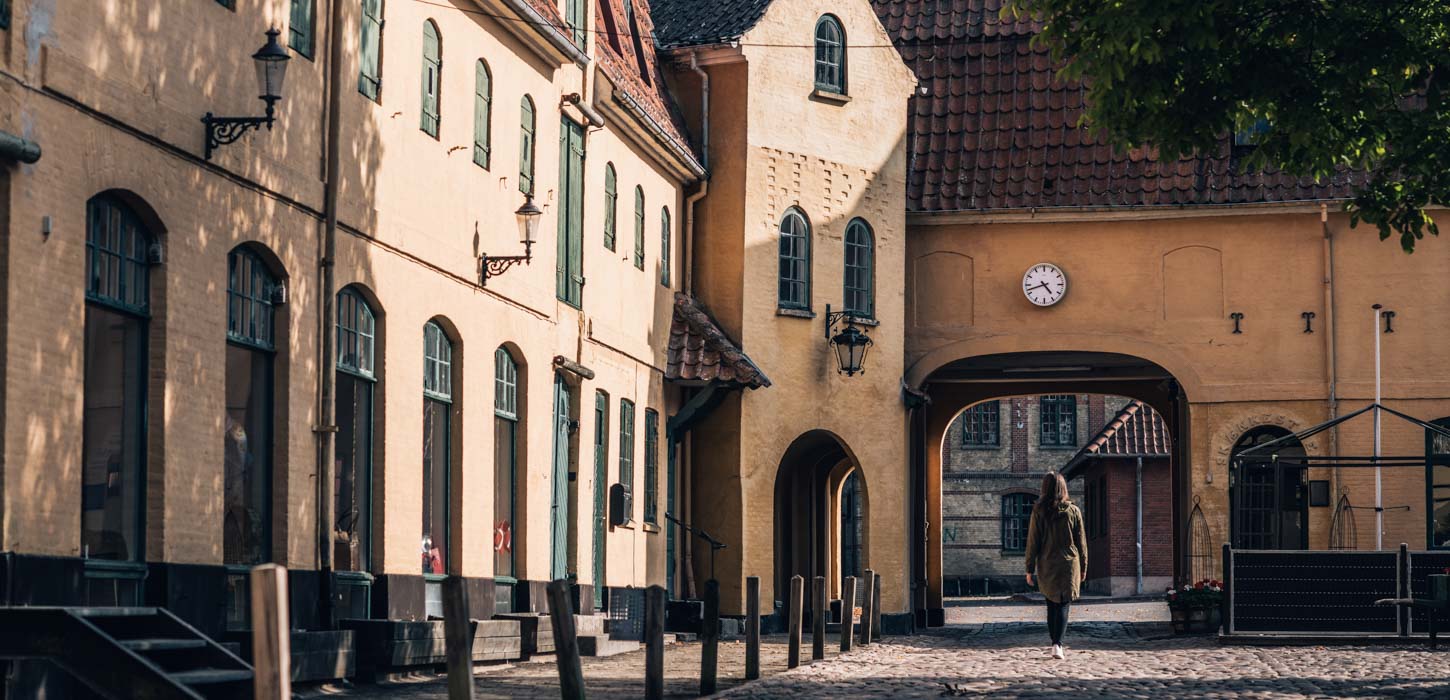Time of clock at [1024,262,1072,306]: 4:42
